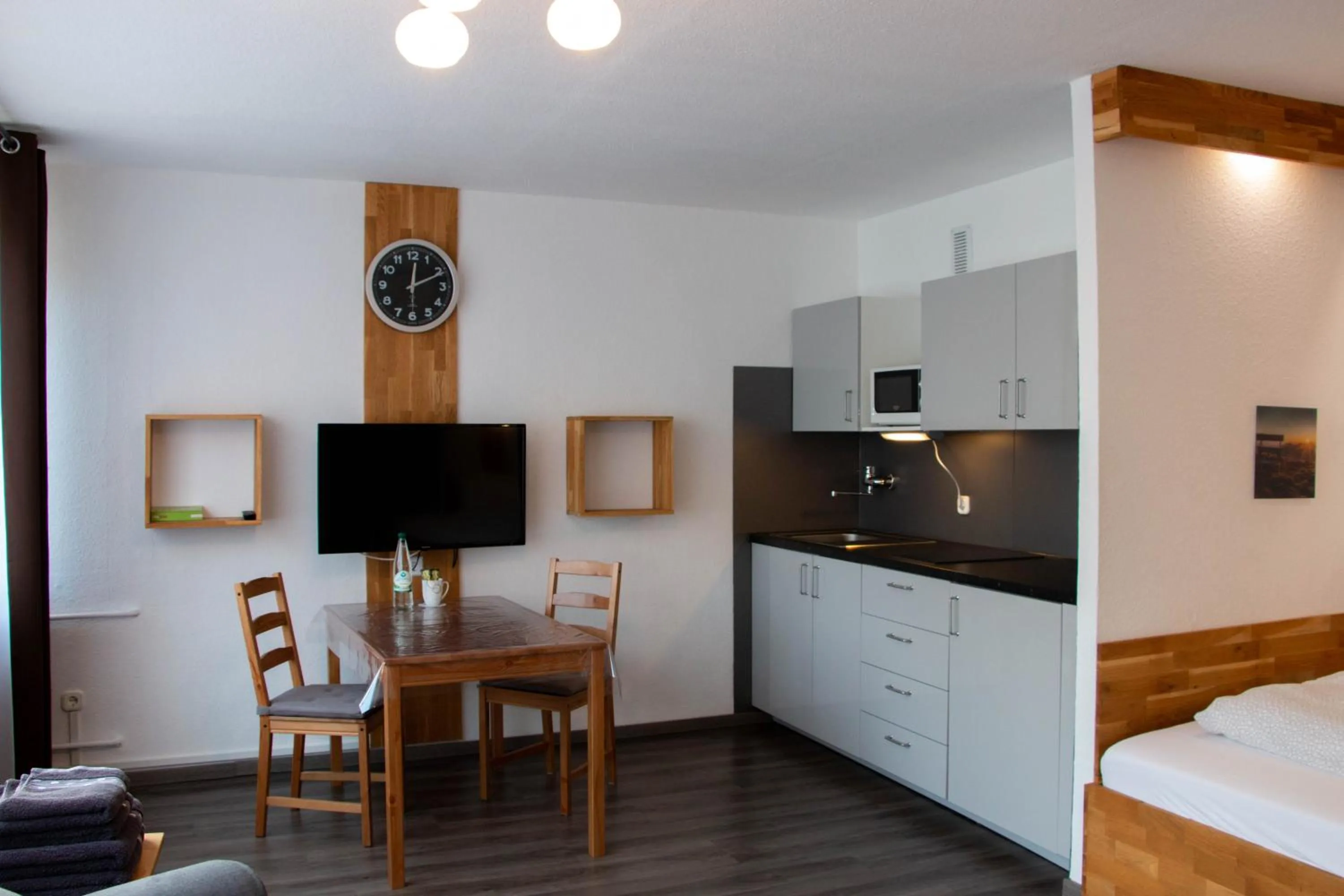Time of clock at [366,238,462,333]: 12:10
